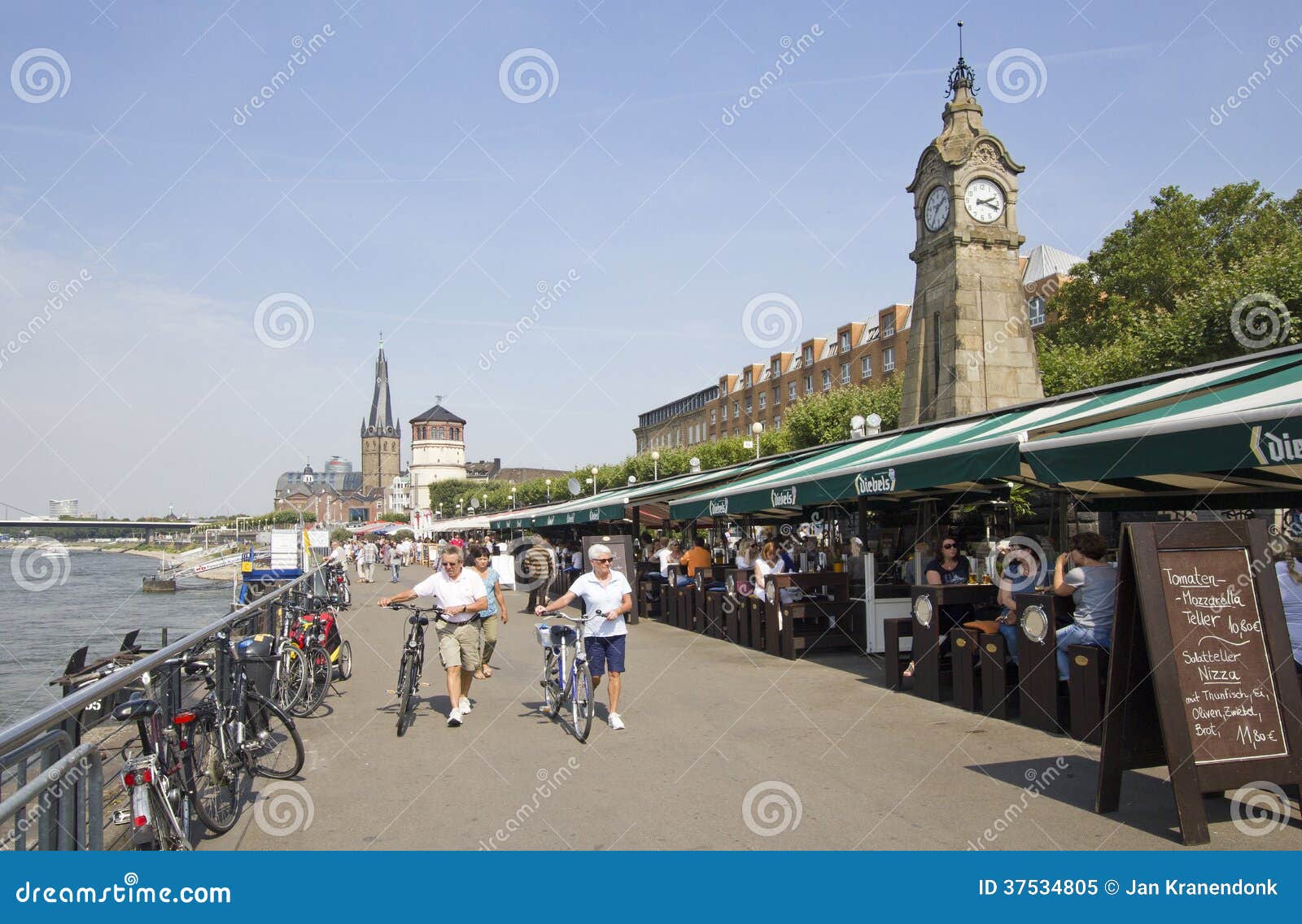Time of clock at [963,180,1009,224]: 2:18
